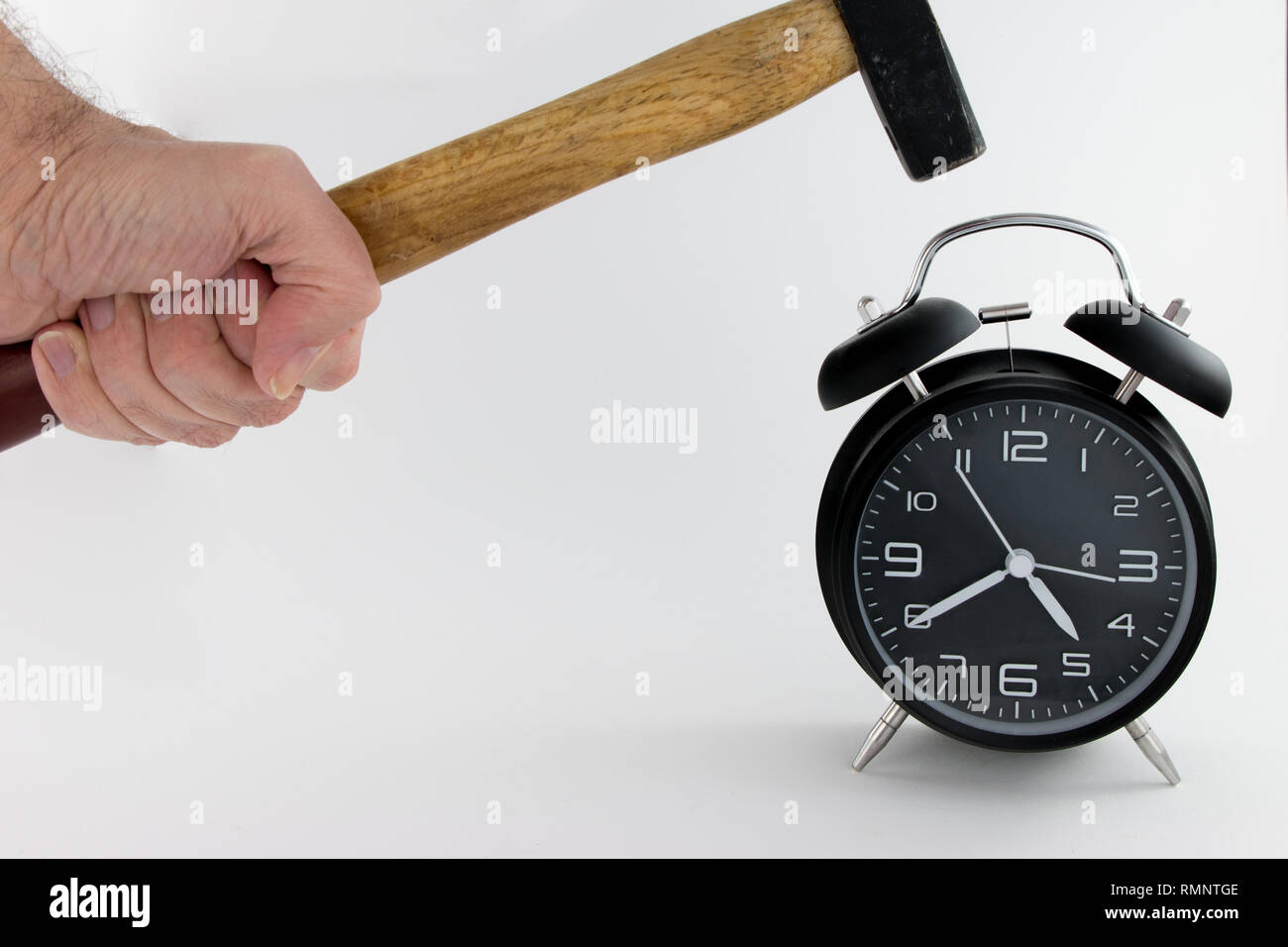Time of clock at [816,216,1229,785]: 4:40
